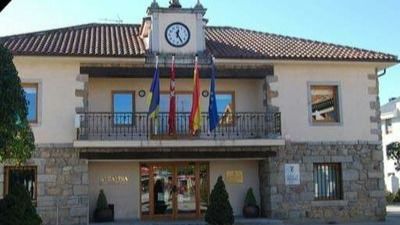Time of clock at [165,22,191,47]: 12:24
